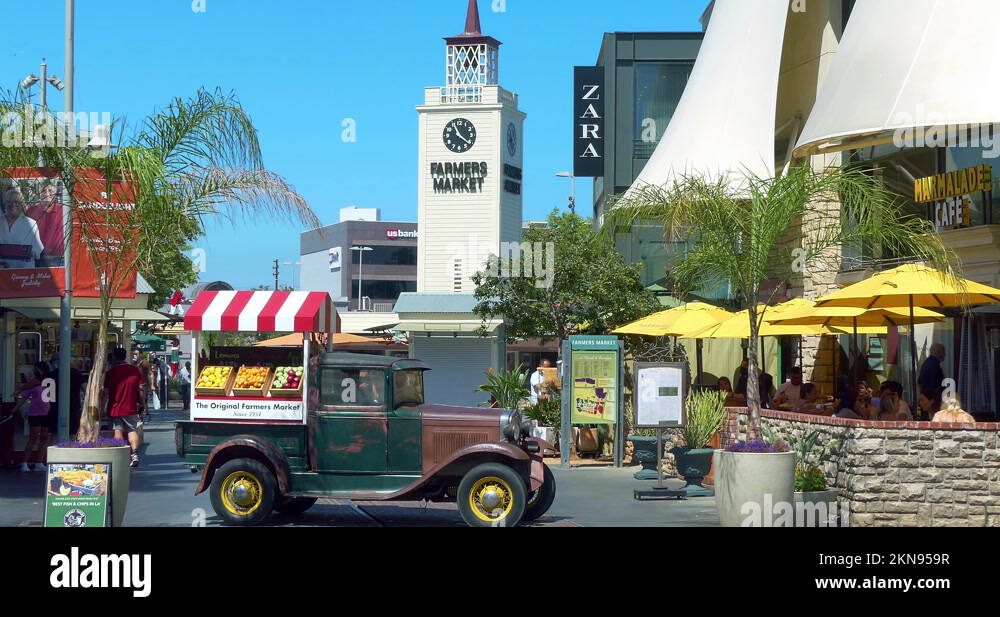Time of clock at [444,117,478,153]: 11:21
